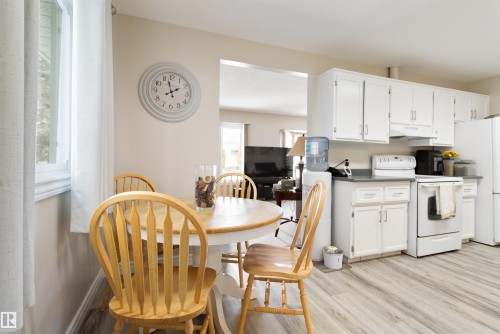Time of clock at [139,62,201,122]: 1:57
